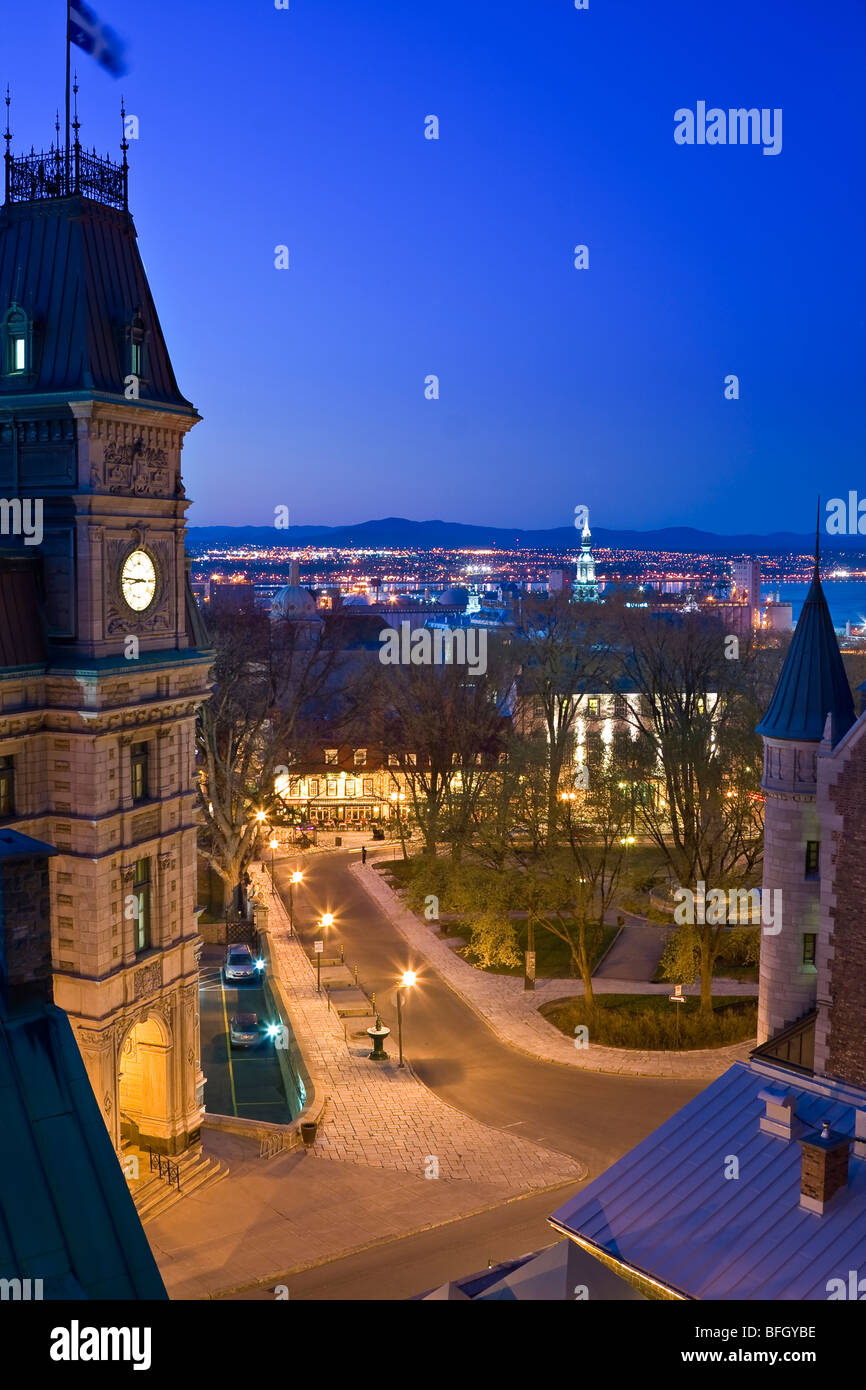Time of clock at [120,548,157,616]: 8:46
